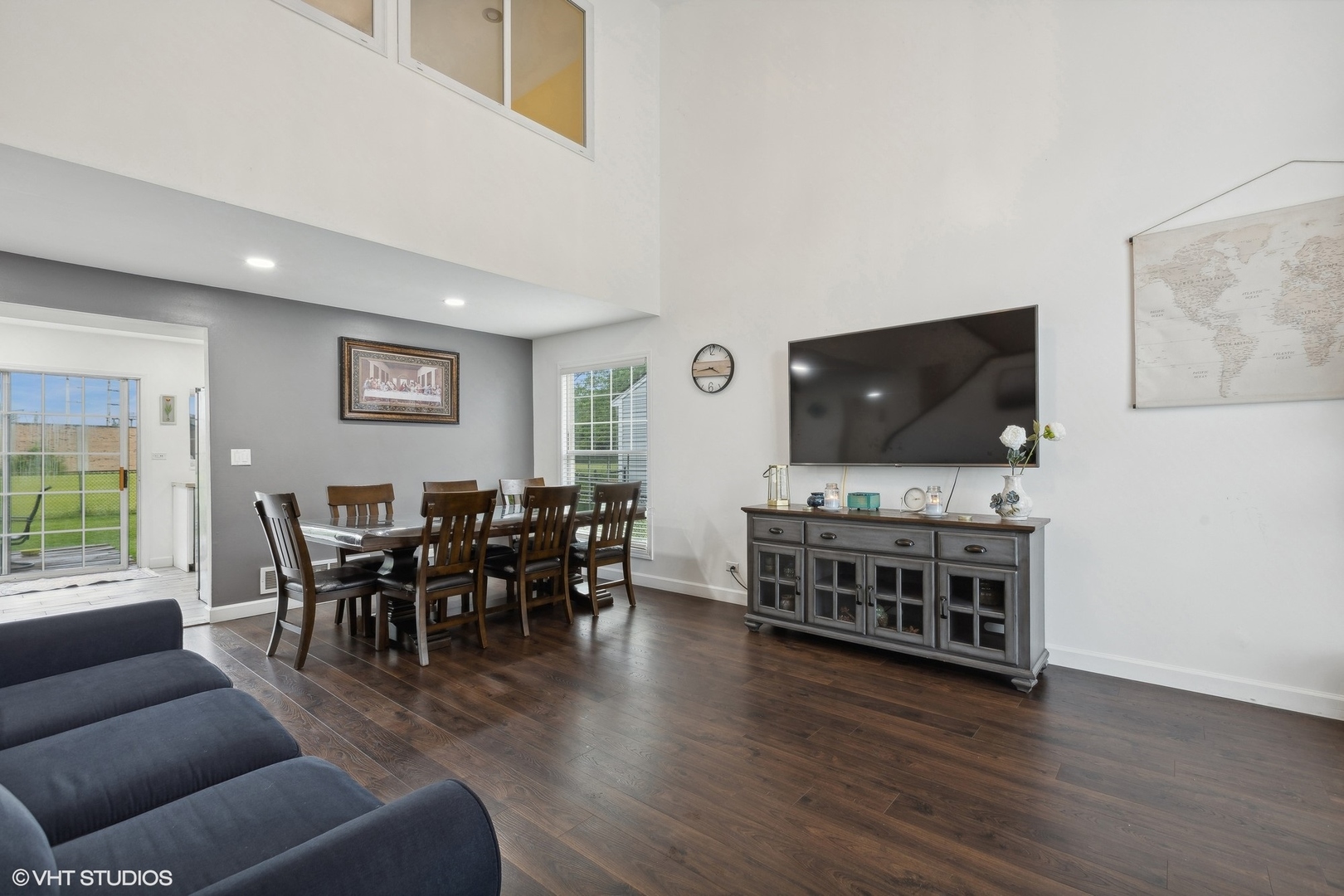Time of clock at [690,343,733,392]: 3:43
